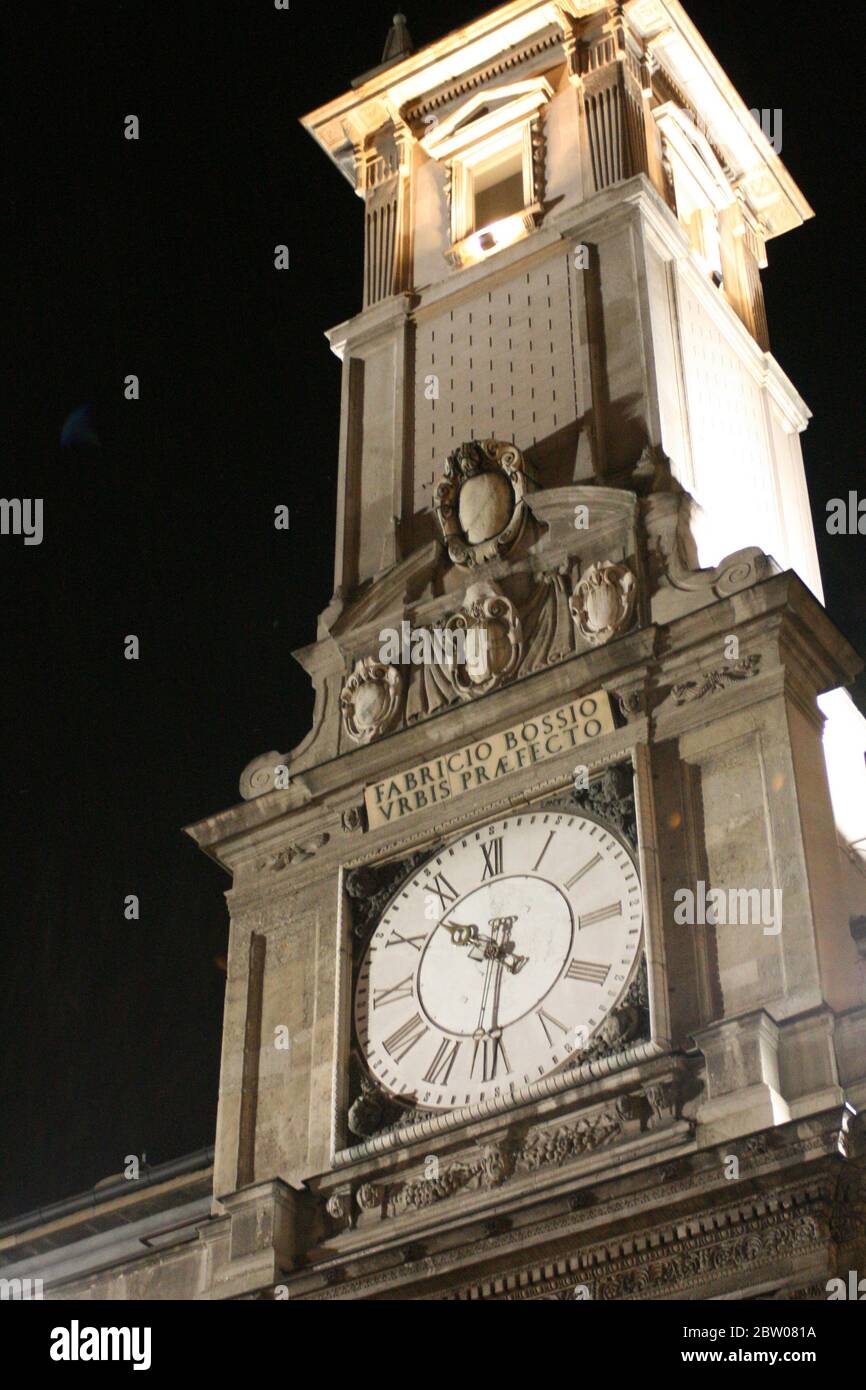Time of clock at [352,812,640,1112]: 10:31
